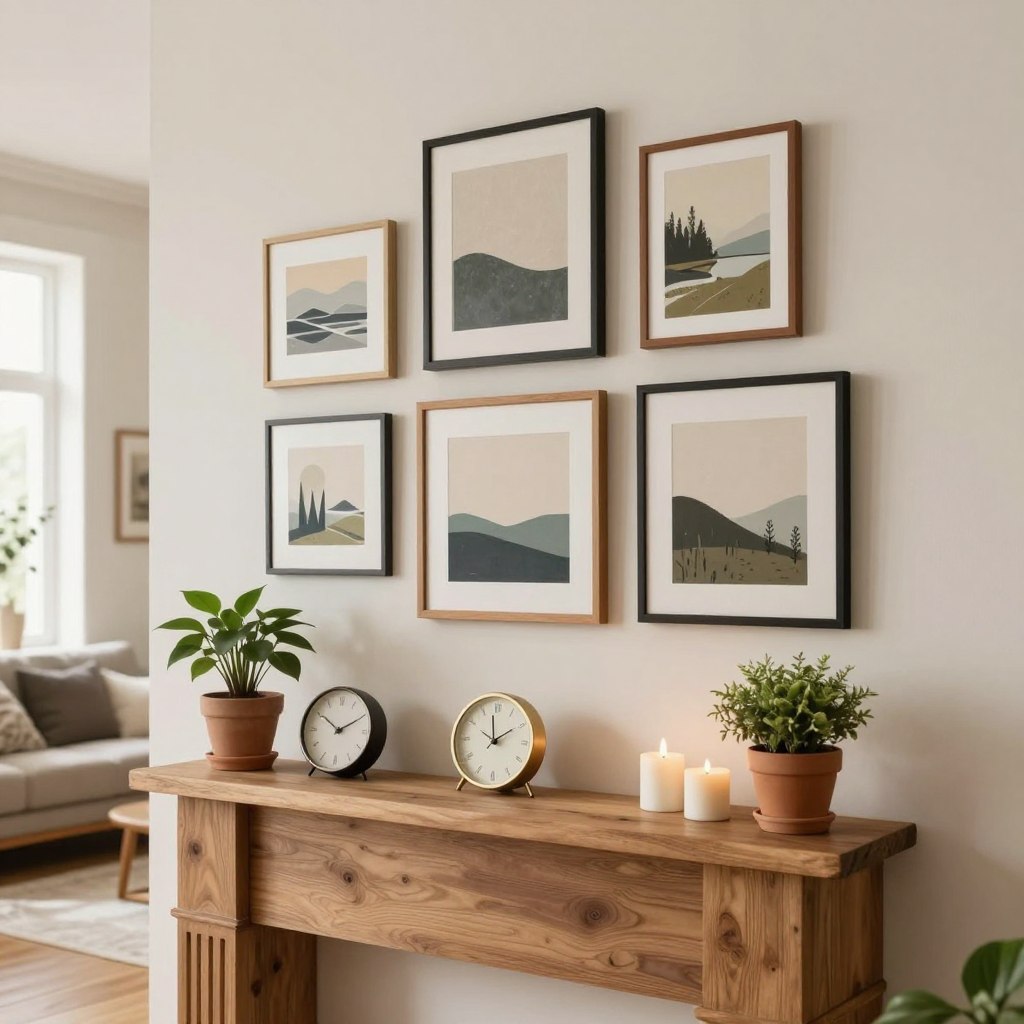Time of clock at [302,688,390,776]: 10:10
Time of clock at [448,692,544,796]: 1:58
